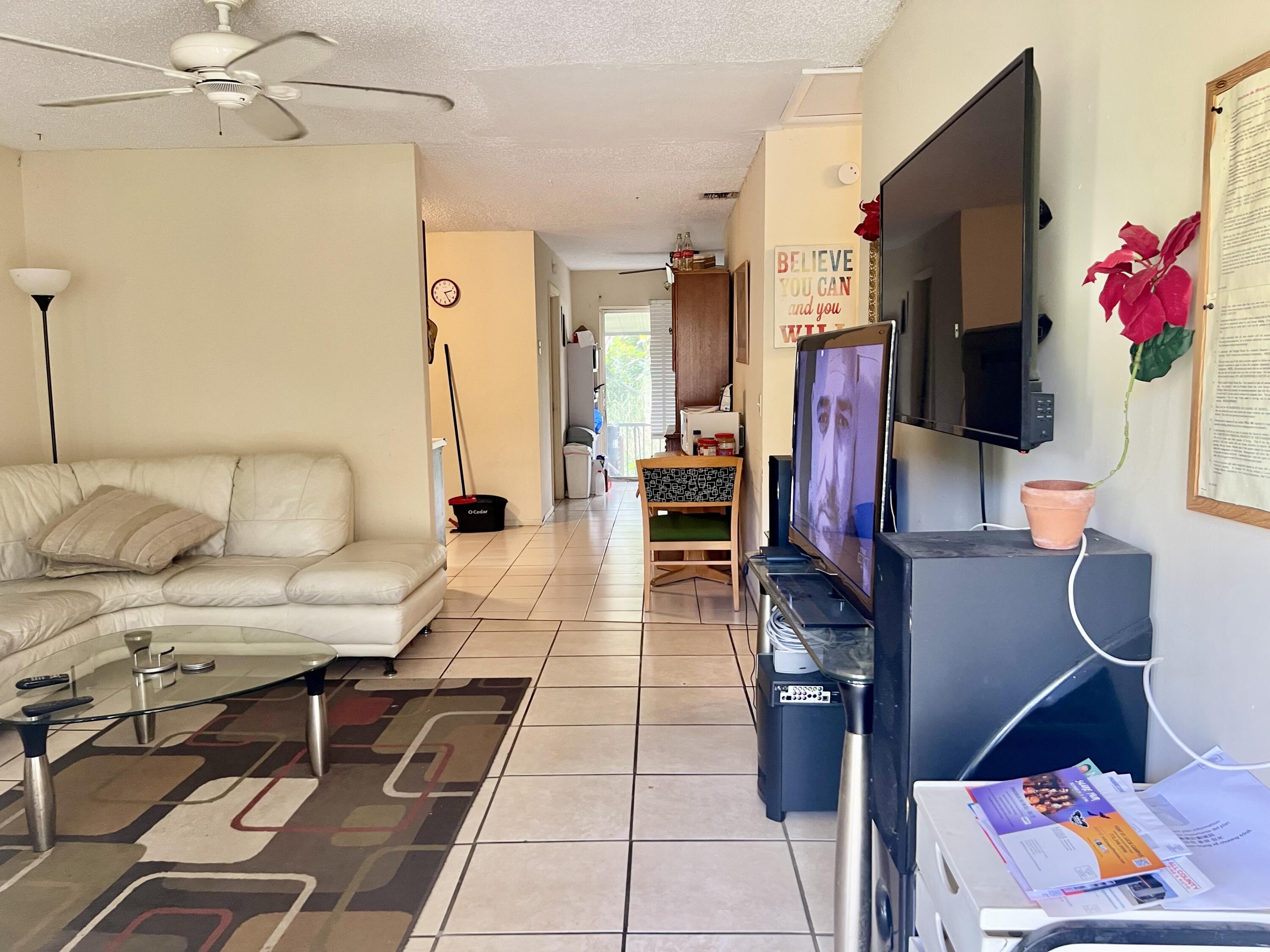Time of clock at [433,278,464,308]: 2:25
